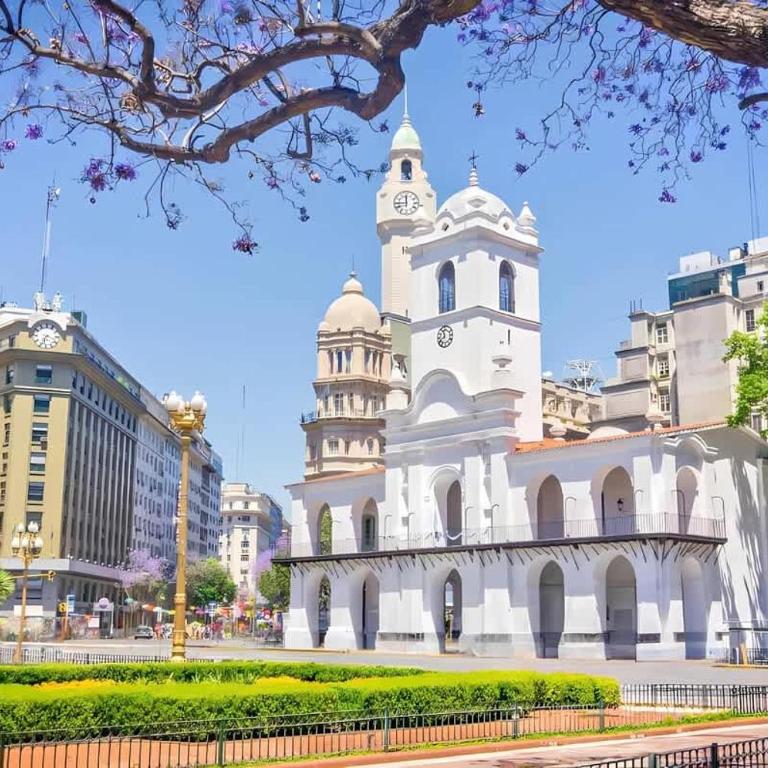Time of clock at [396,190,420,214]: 11:44
